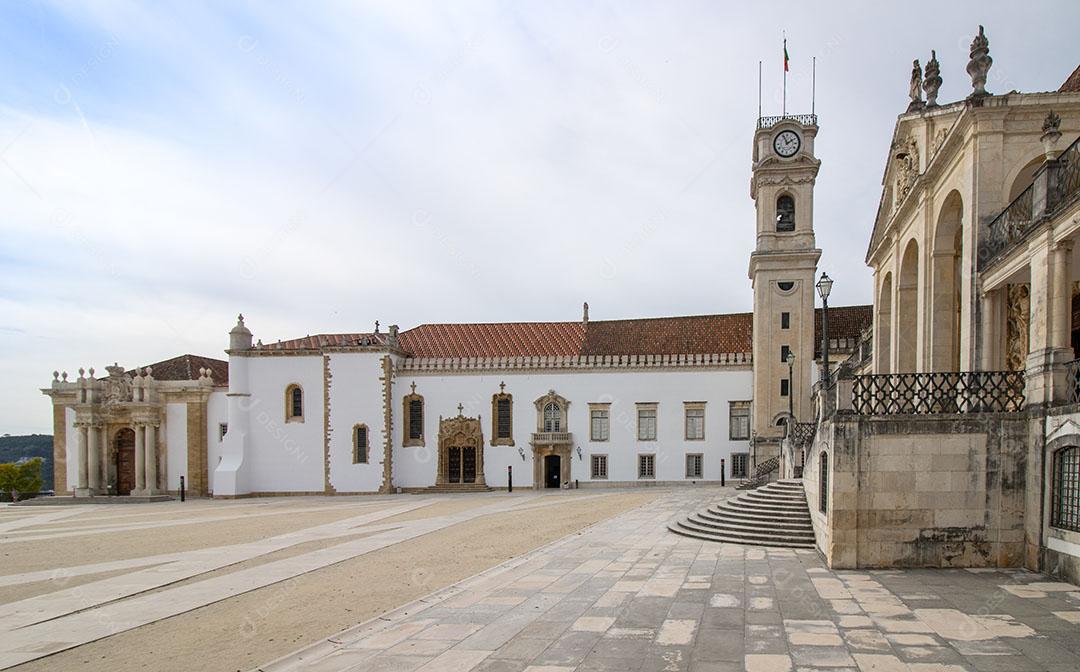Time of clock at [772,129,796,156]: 1:56
